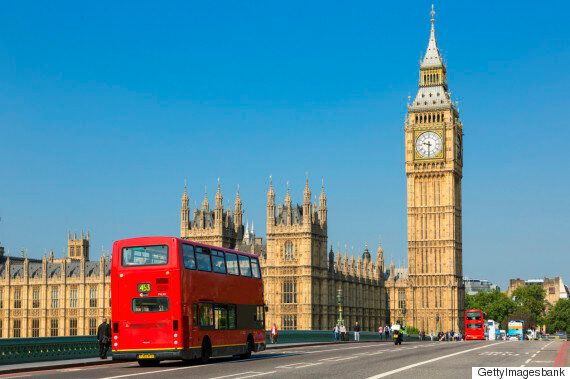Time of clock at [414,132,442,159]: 9:31
